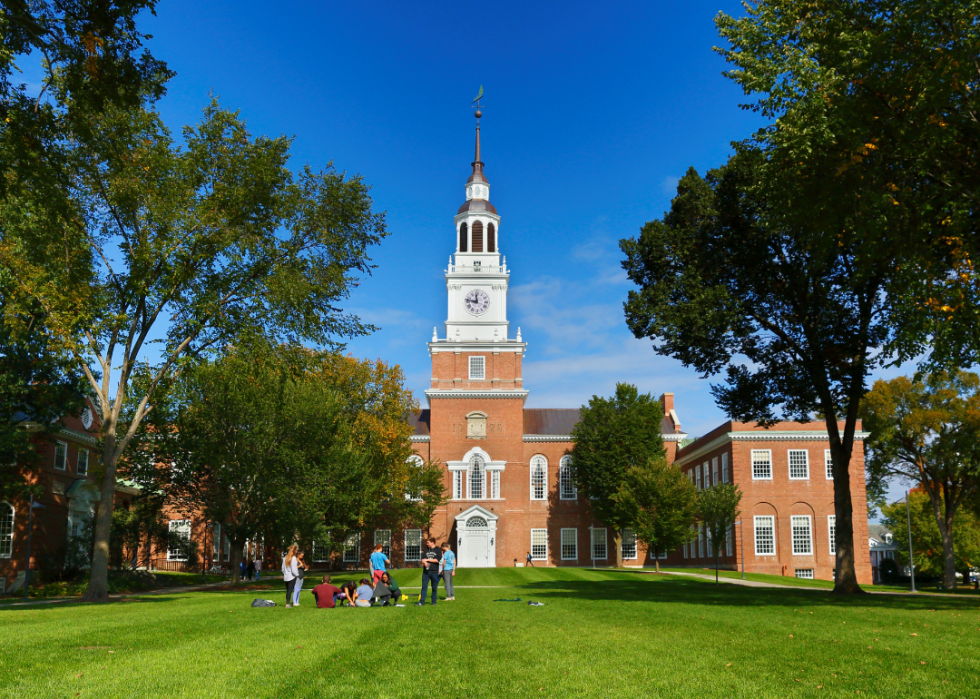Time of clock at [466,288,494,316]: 11:46
